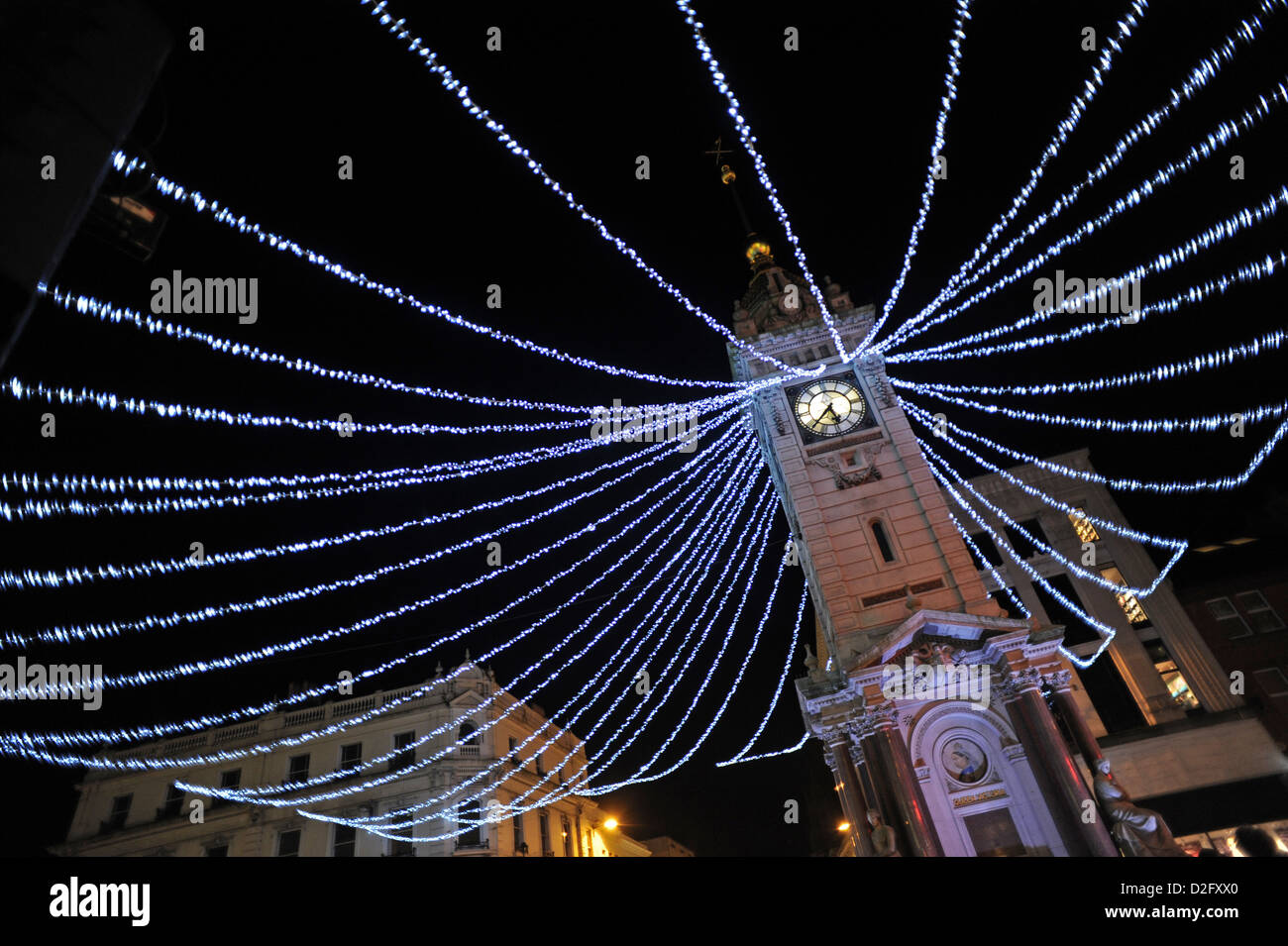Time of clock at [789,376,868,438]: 5:38
